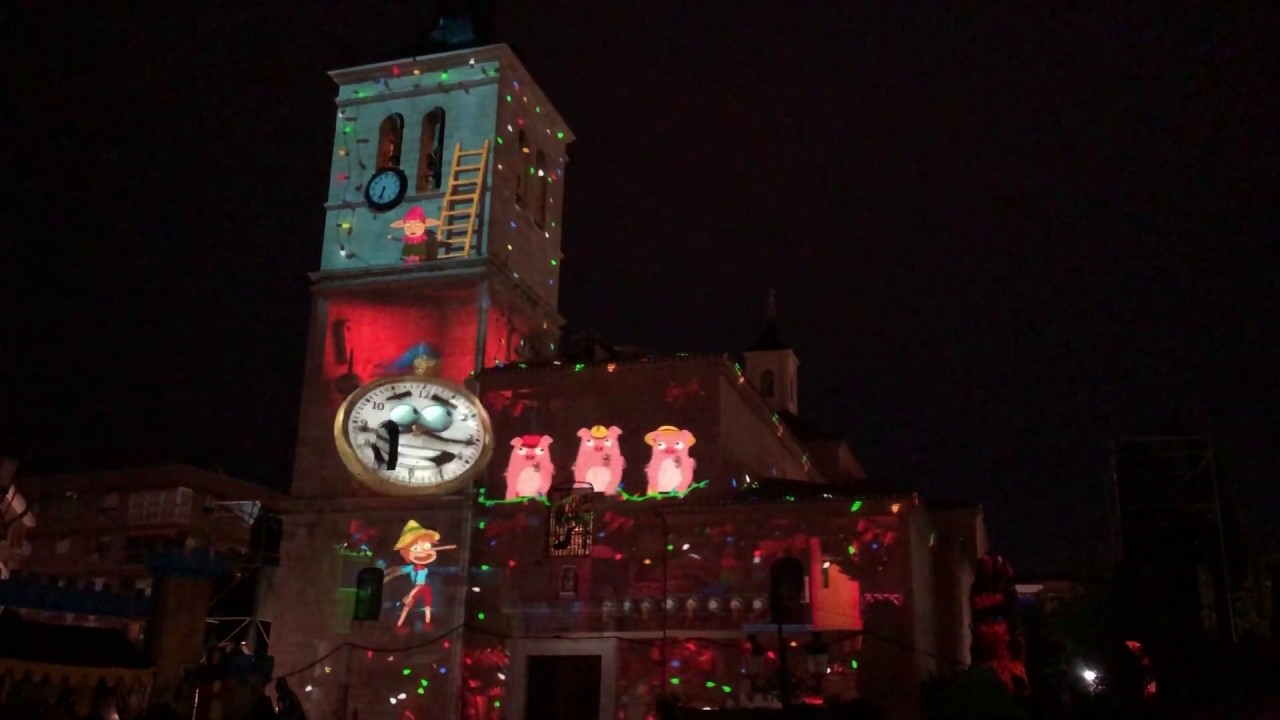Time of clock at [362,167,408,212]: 6:32
